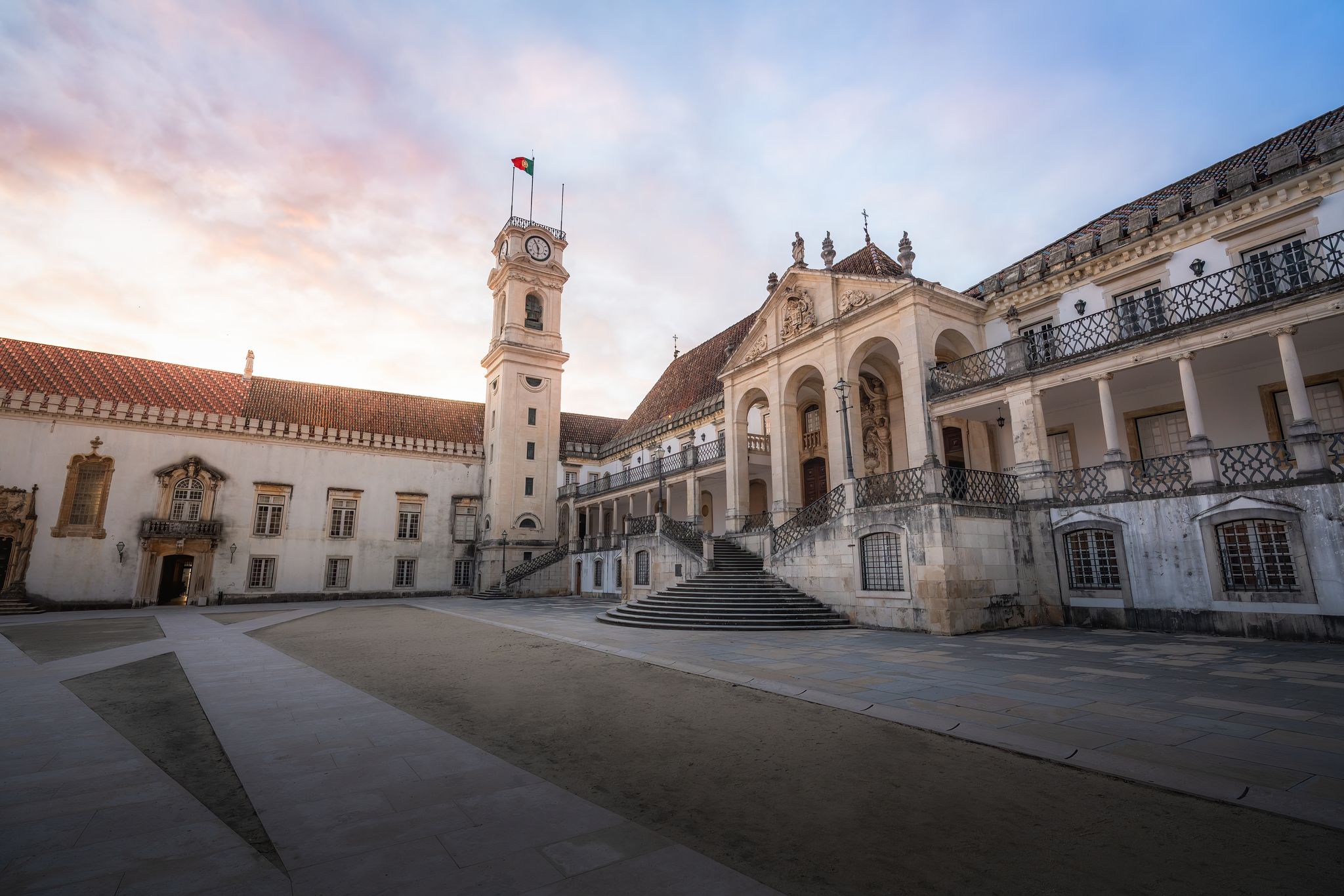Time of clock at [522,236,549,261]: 5:55
